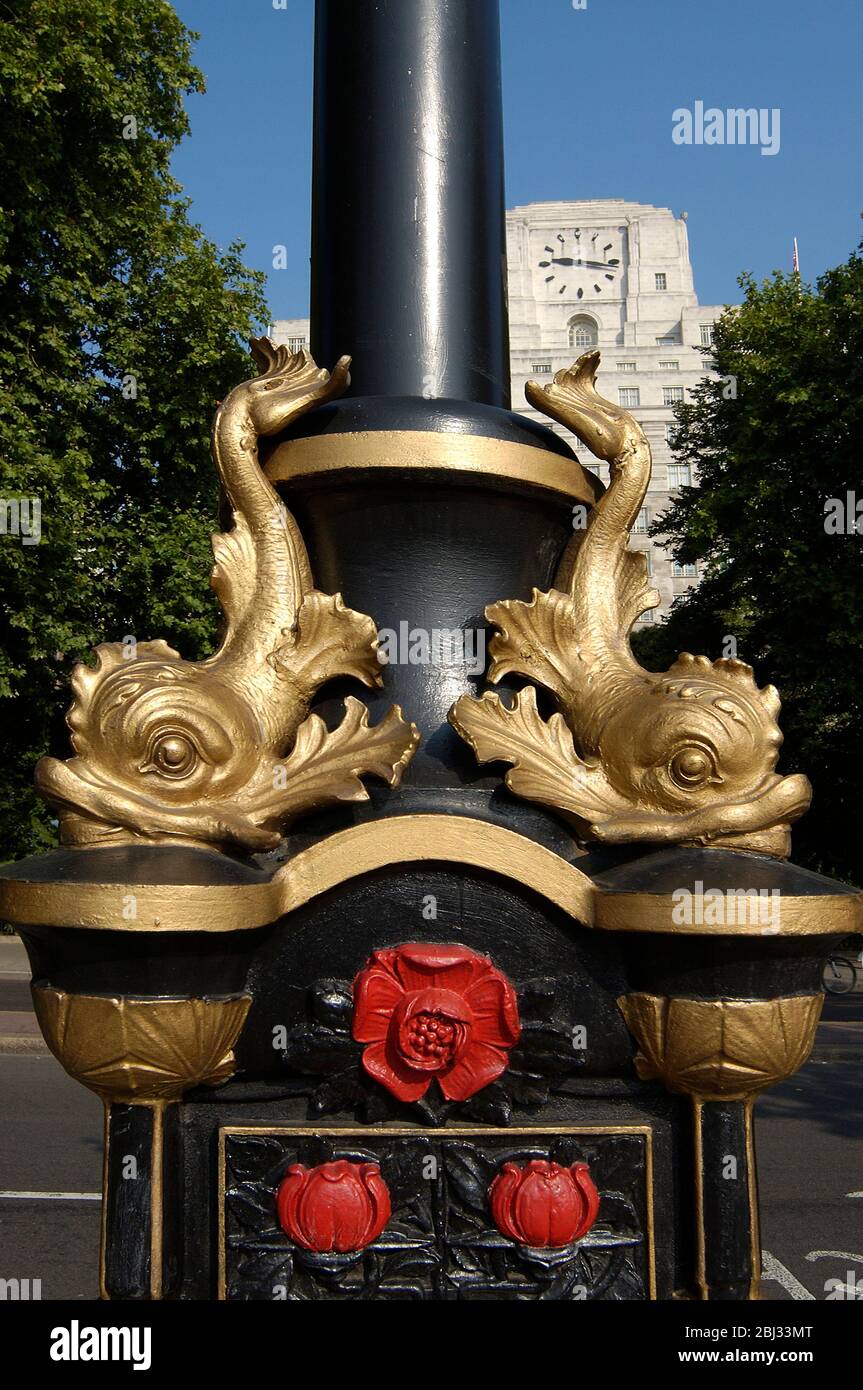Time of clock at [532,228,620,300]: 9:16
